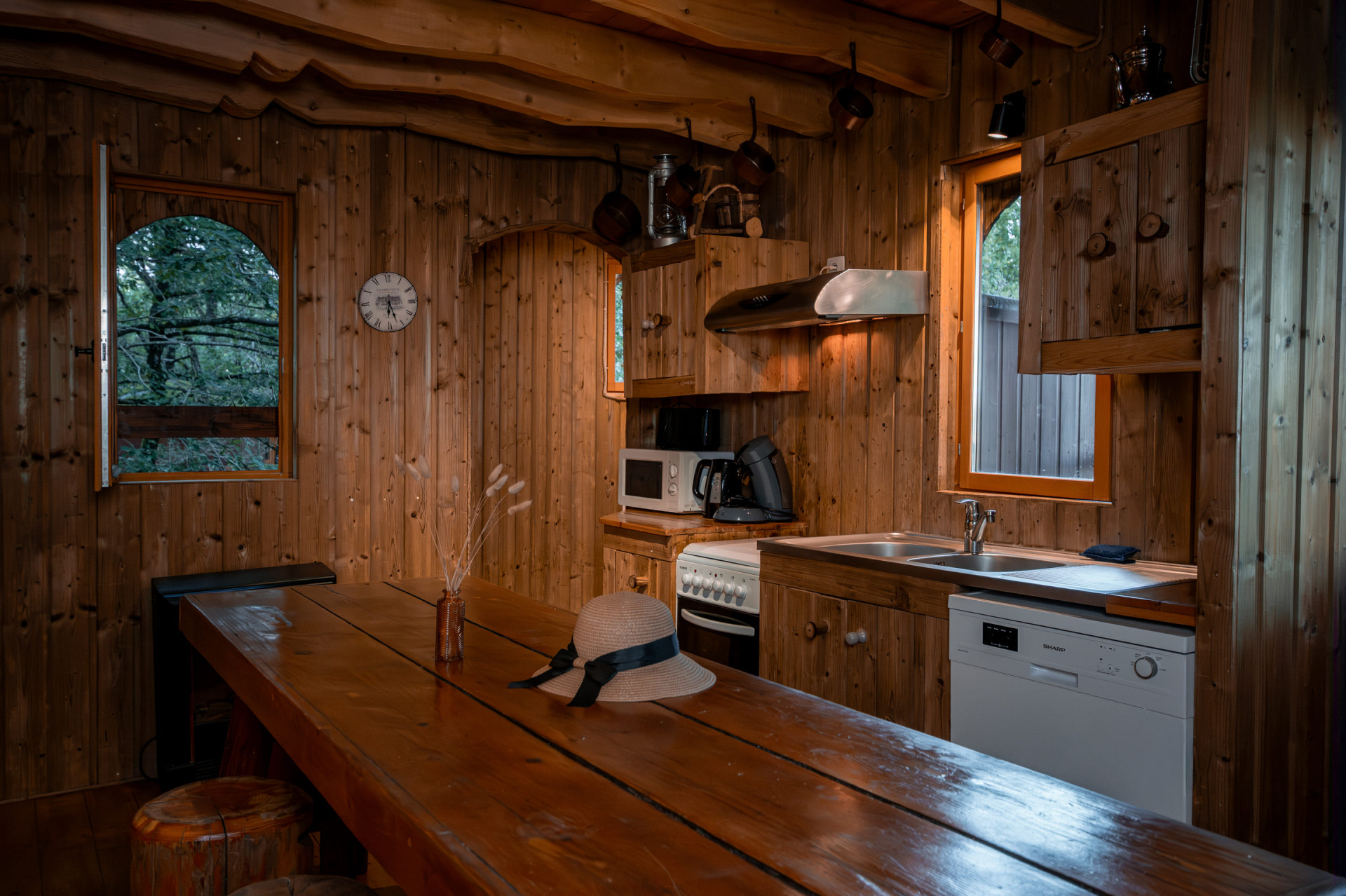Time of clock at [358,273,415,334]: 6:26
